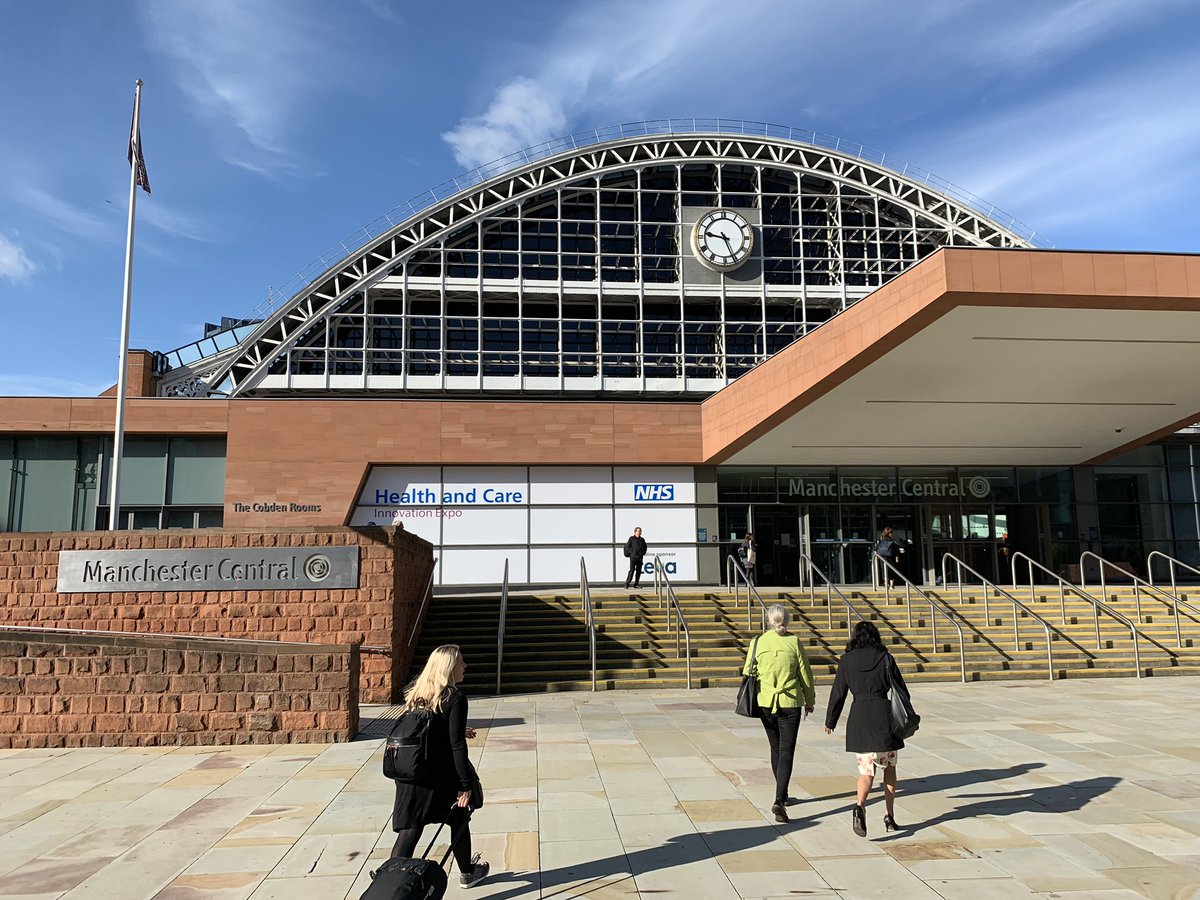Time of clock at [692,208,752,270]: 9:26
